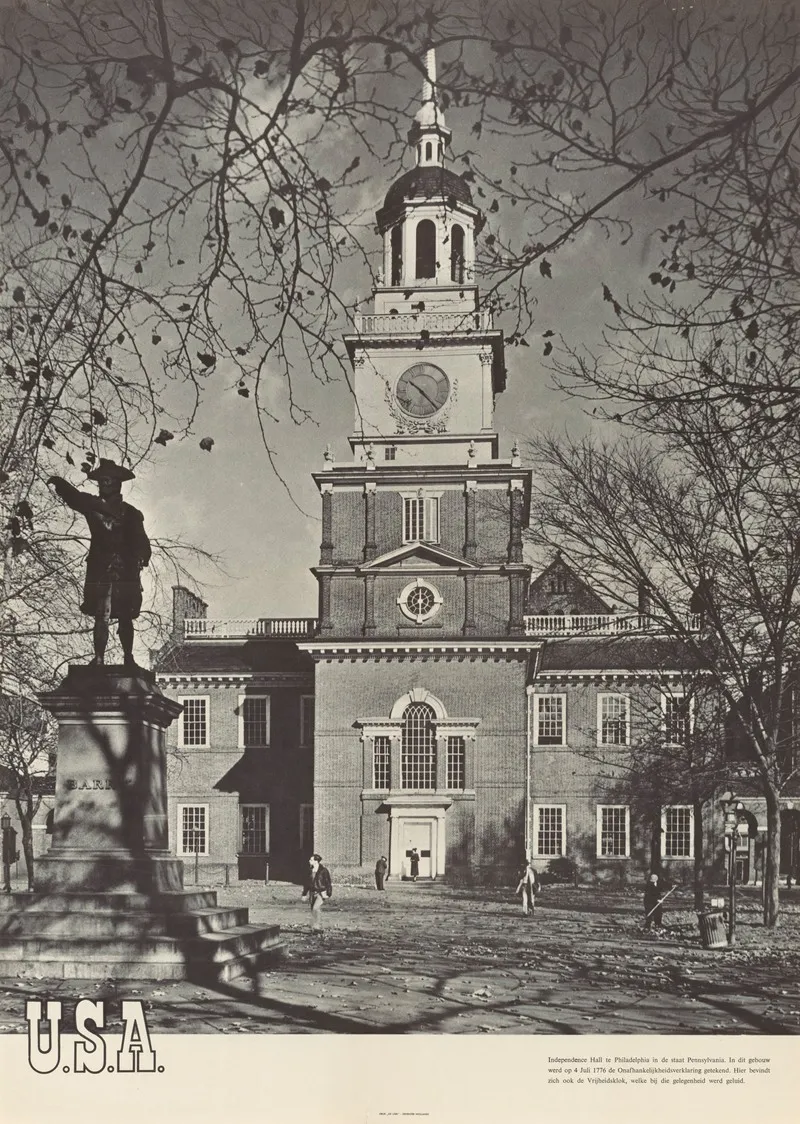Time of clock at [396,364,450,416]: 10:23
